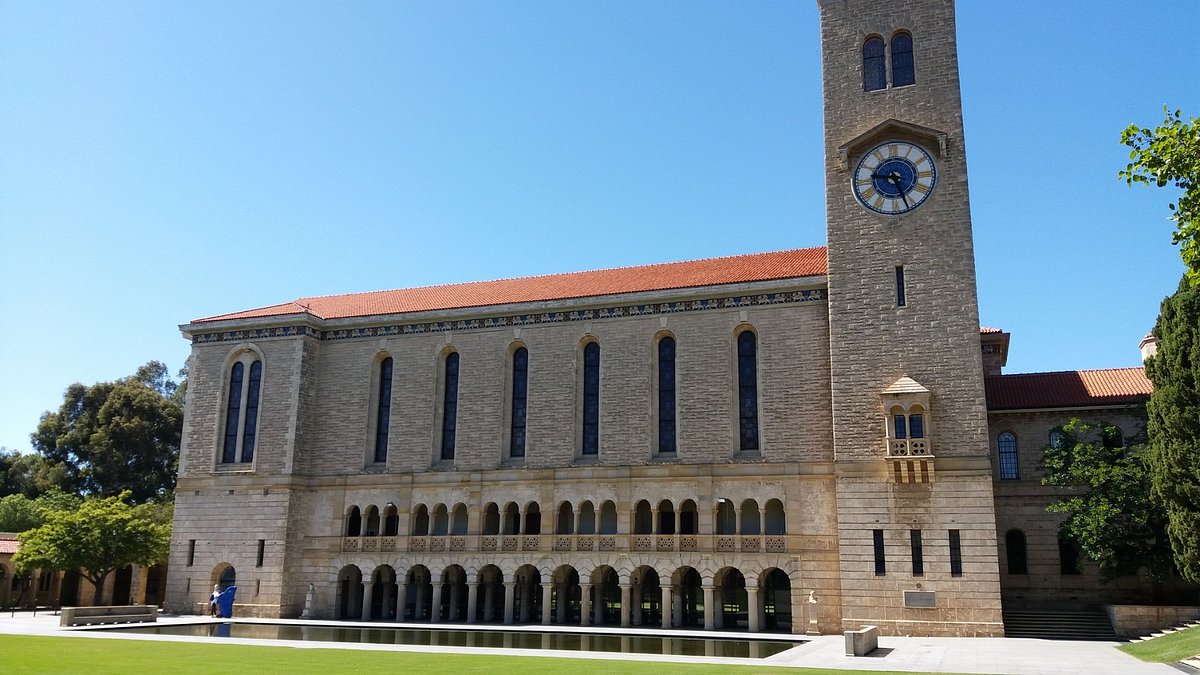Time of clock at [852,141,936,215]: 9:26
